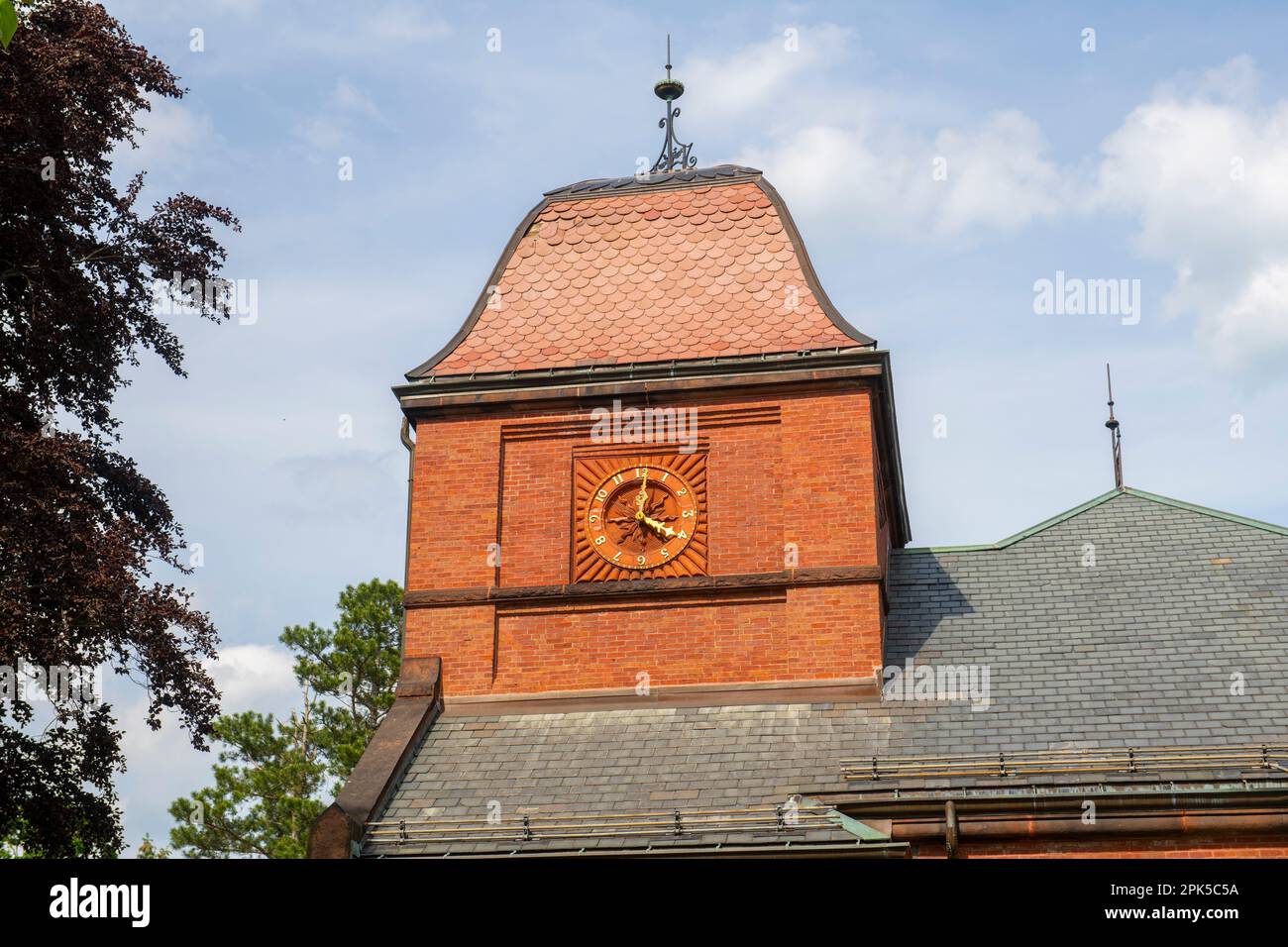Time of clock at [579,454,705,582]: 4:01
